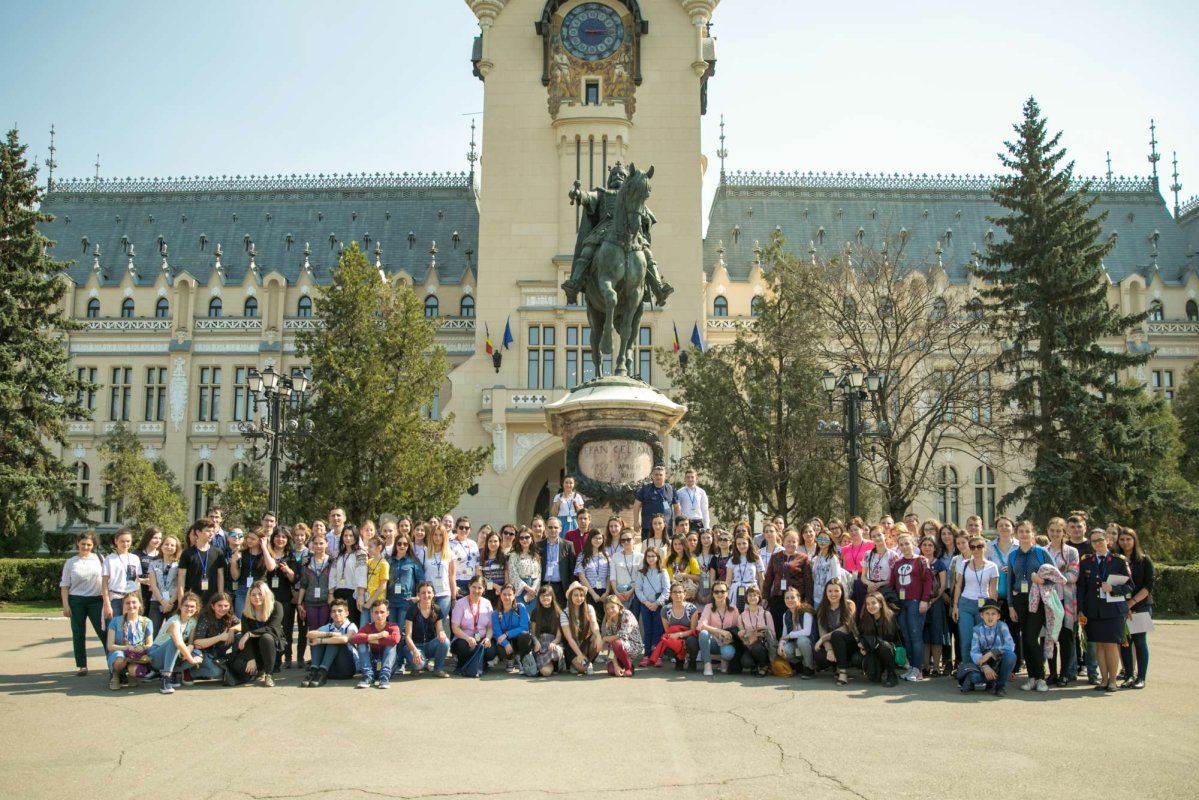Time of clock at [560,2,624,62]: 3:14
